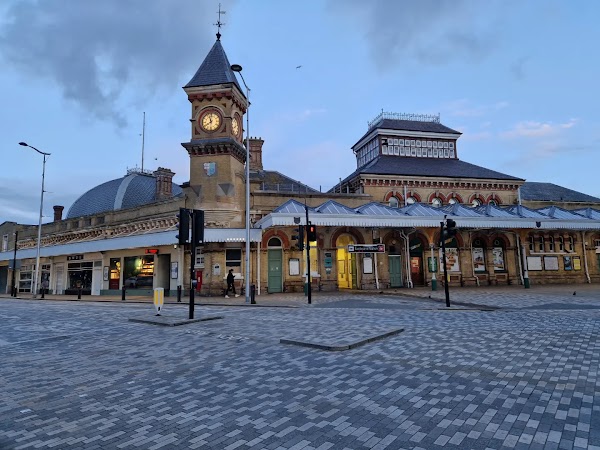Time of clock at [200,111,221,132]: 11:40
